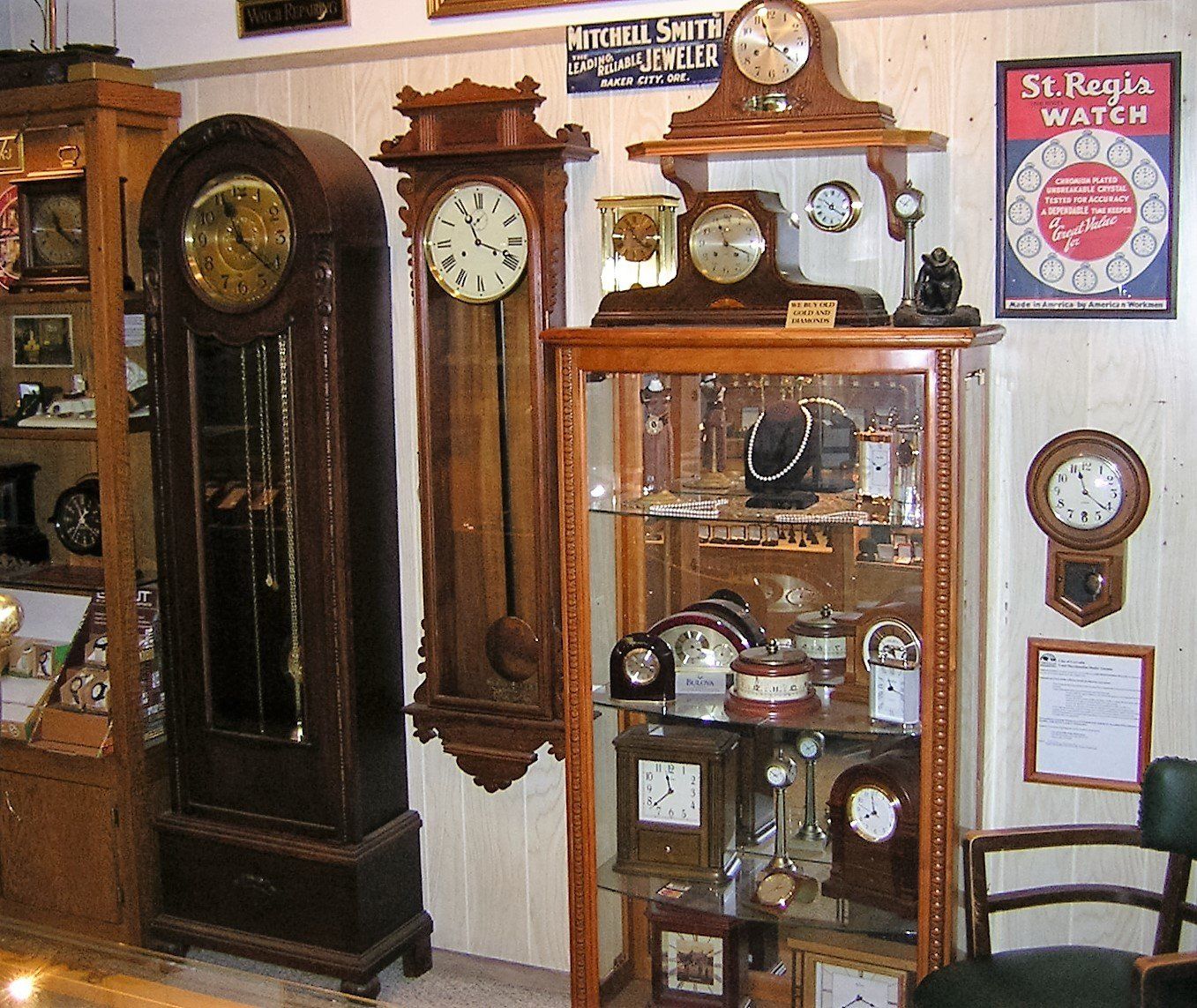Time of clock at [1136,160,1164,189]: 12:11
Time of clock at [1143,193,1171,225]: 12:14
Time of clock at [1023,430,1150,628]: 11:21
